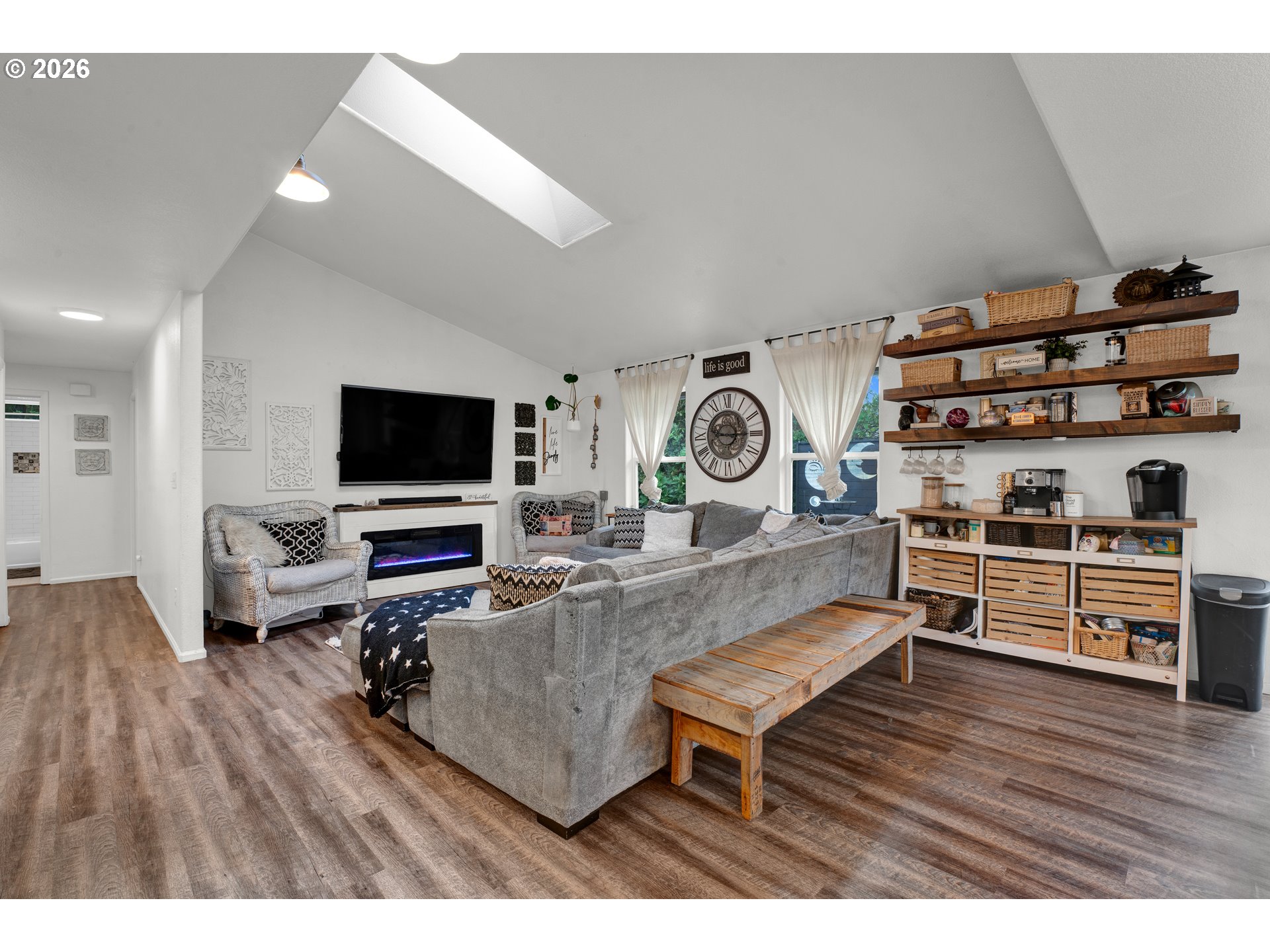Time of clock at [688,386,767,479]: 9:14
